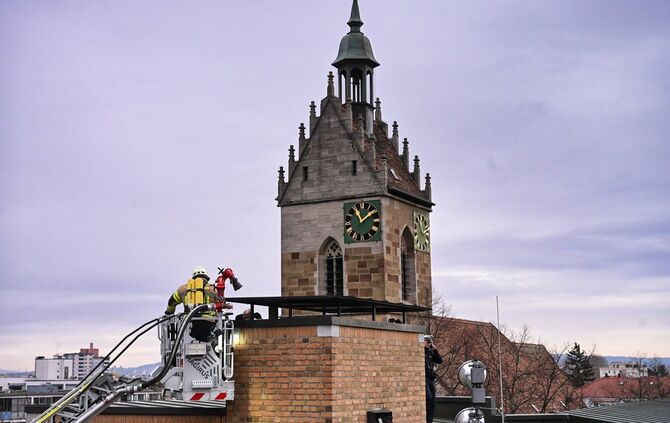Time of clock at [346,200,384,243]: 11:08
